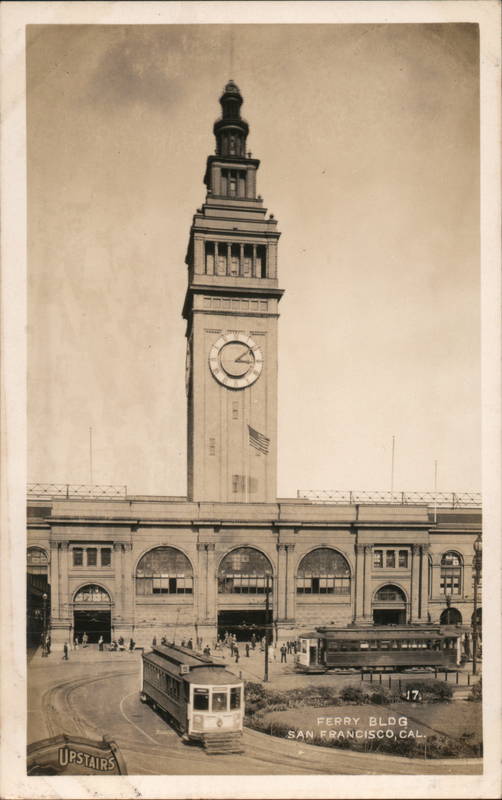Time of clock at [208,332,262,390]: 3:08
